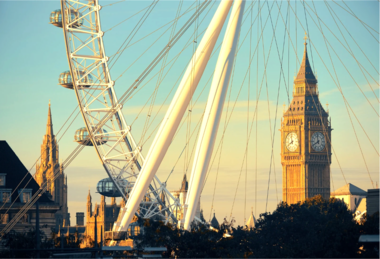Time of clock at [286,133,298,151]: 7:58
